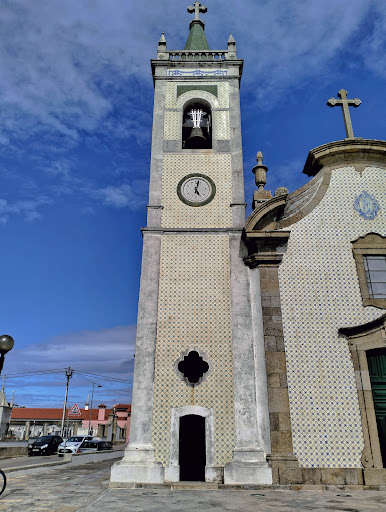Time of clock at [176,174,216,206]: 5:02
